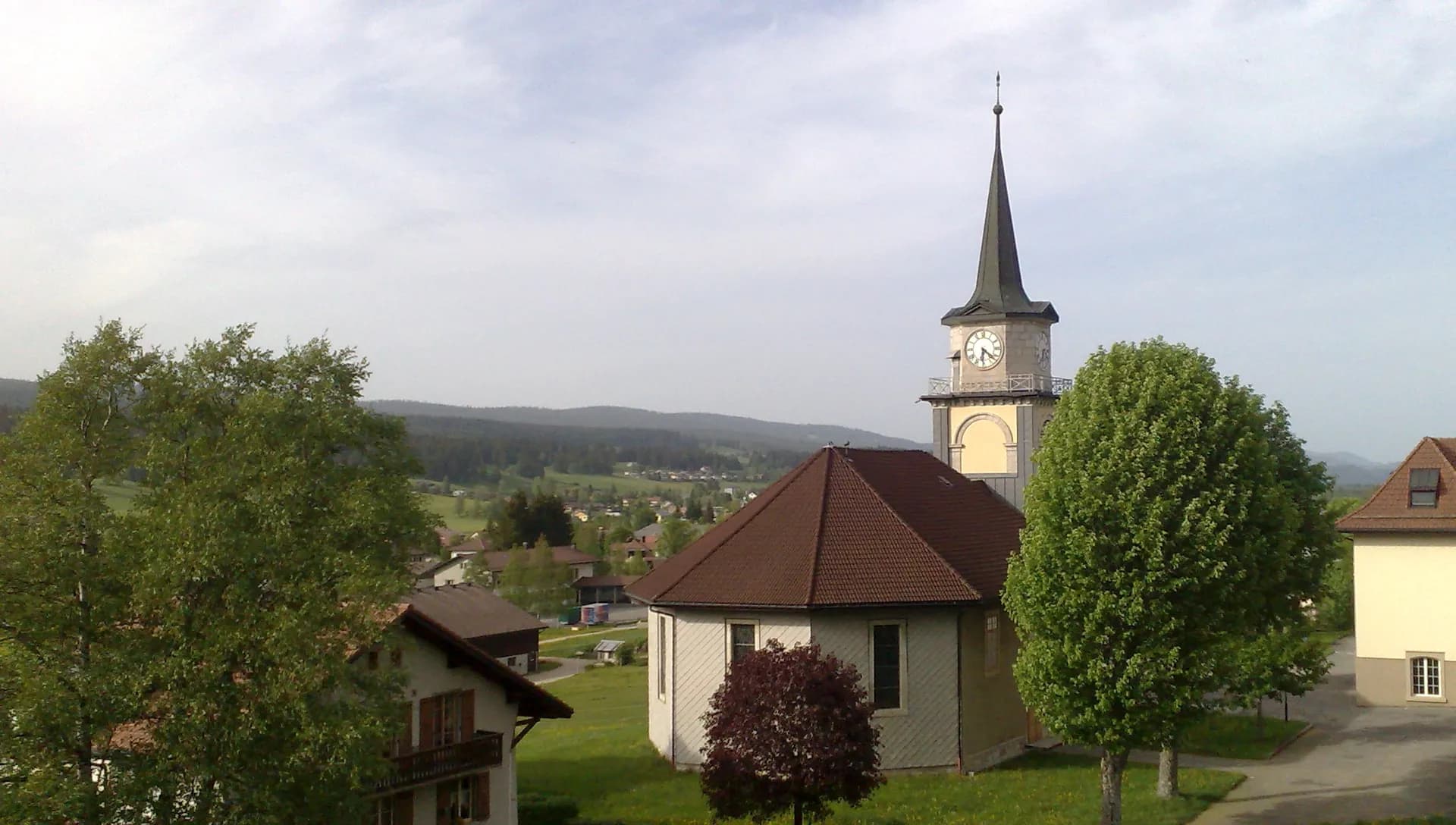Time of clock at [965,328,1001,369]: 6:21
